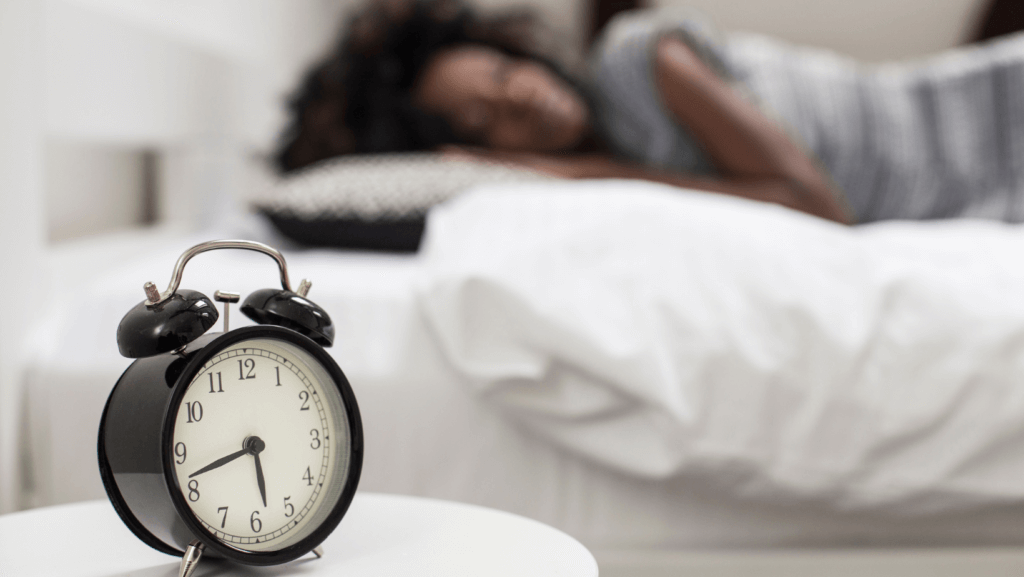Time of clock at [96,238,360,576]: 5:42
